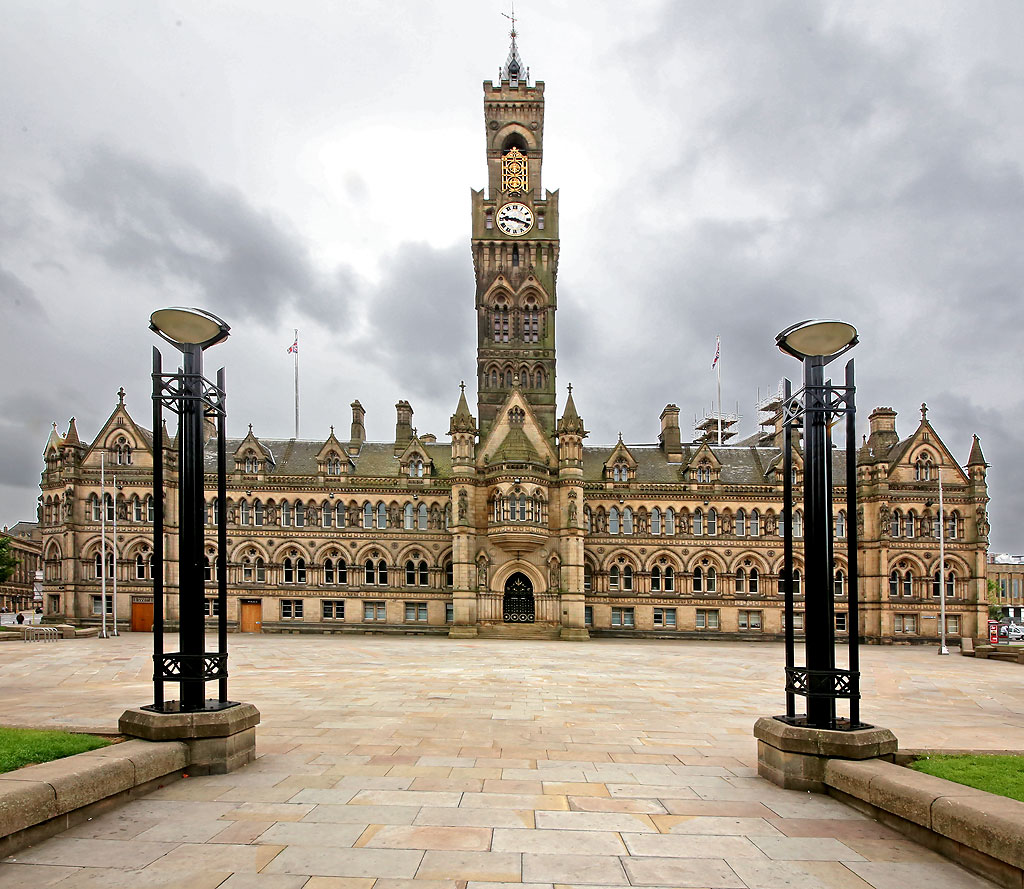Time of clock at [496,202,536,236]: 9:18
